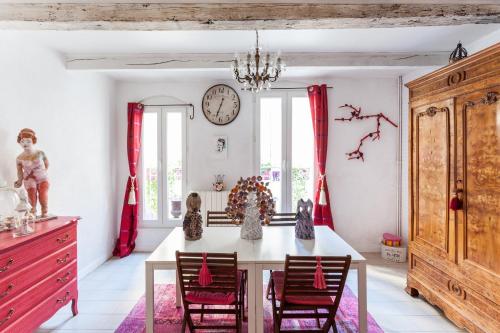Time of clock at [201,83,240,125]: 12:33
